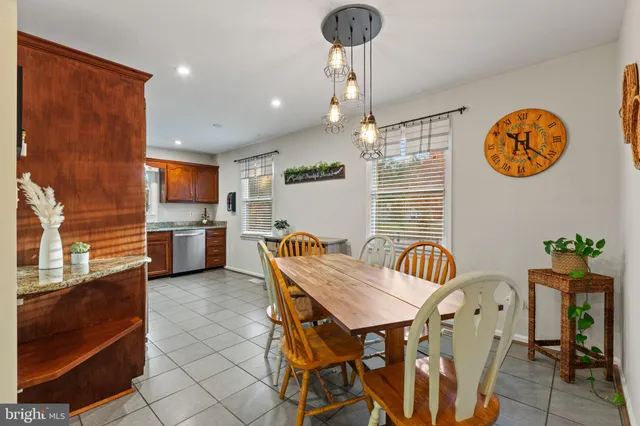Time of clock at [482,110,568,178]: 5:21
